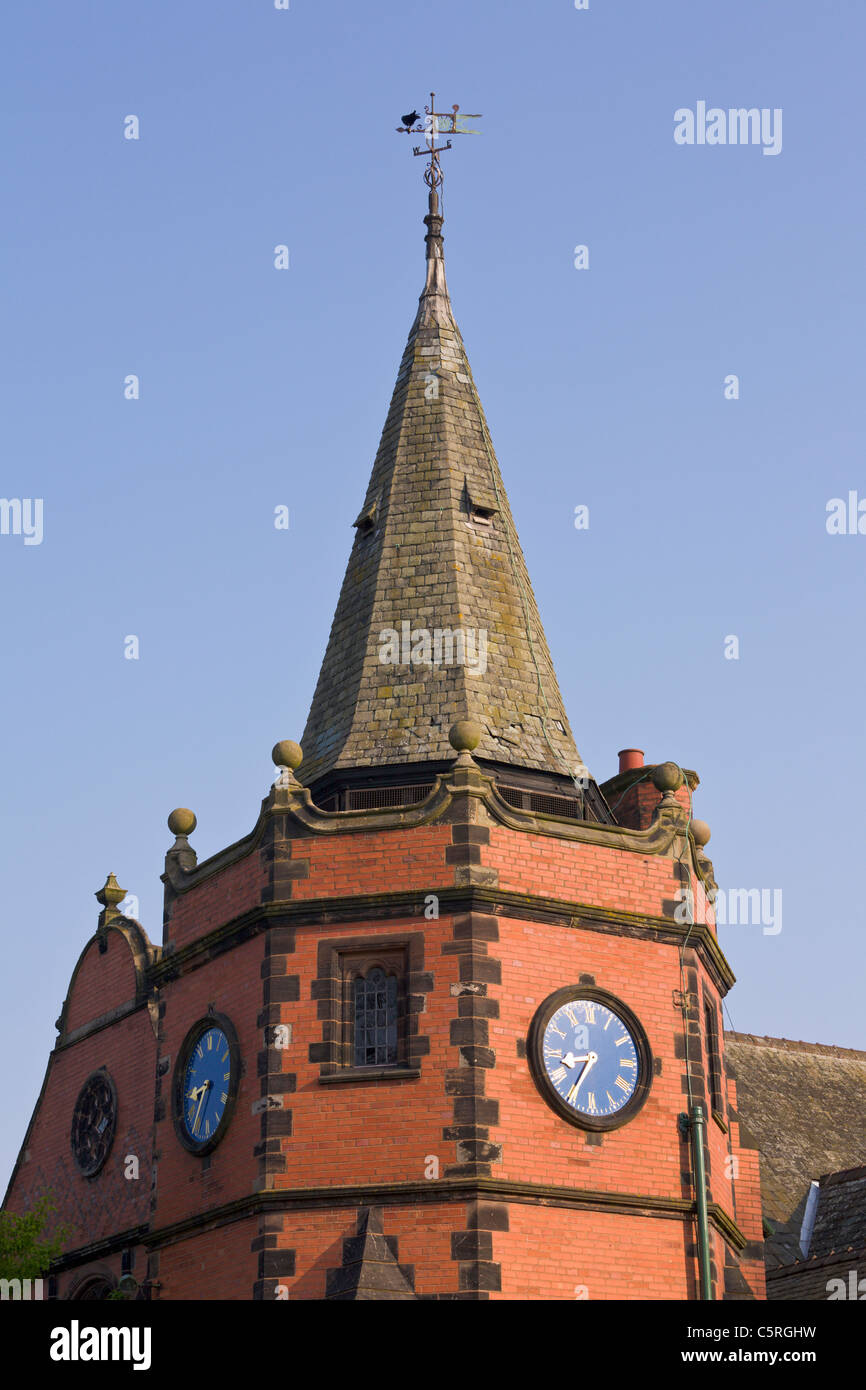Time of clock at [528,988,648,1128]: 8:35
